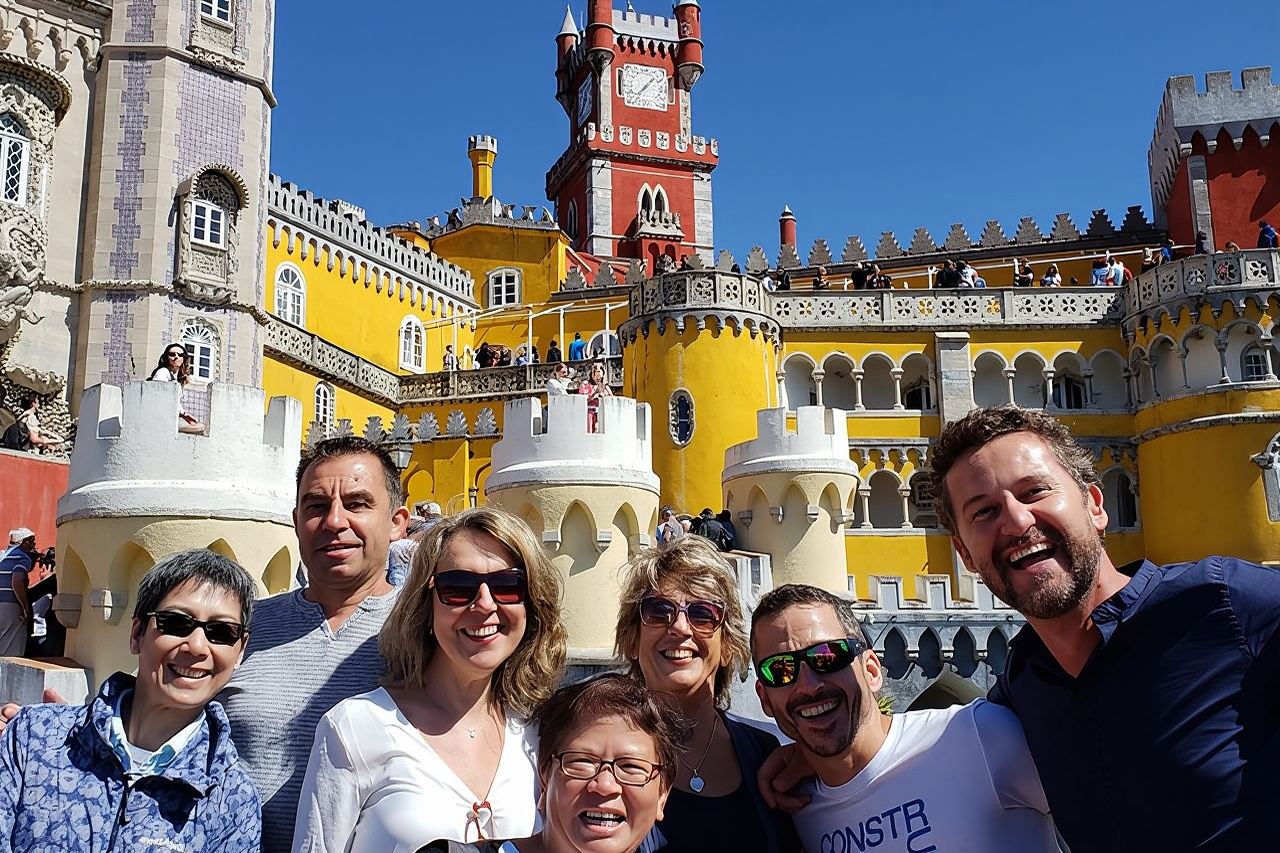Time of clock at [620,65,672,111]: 7:07
